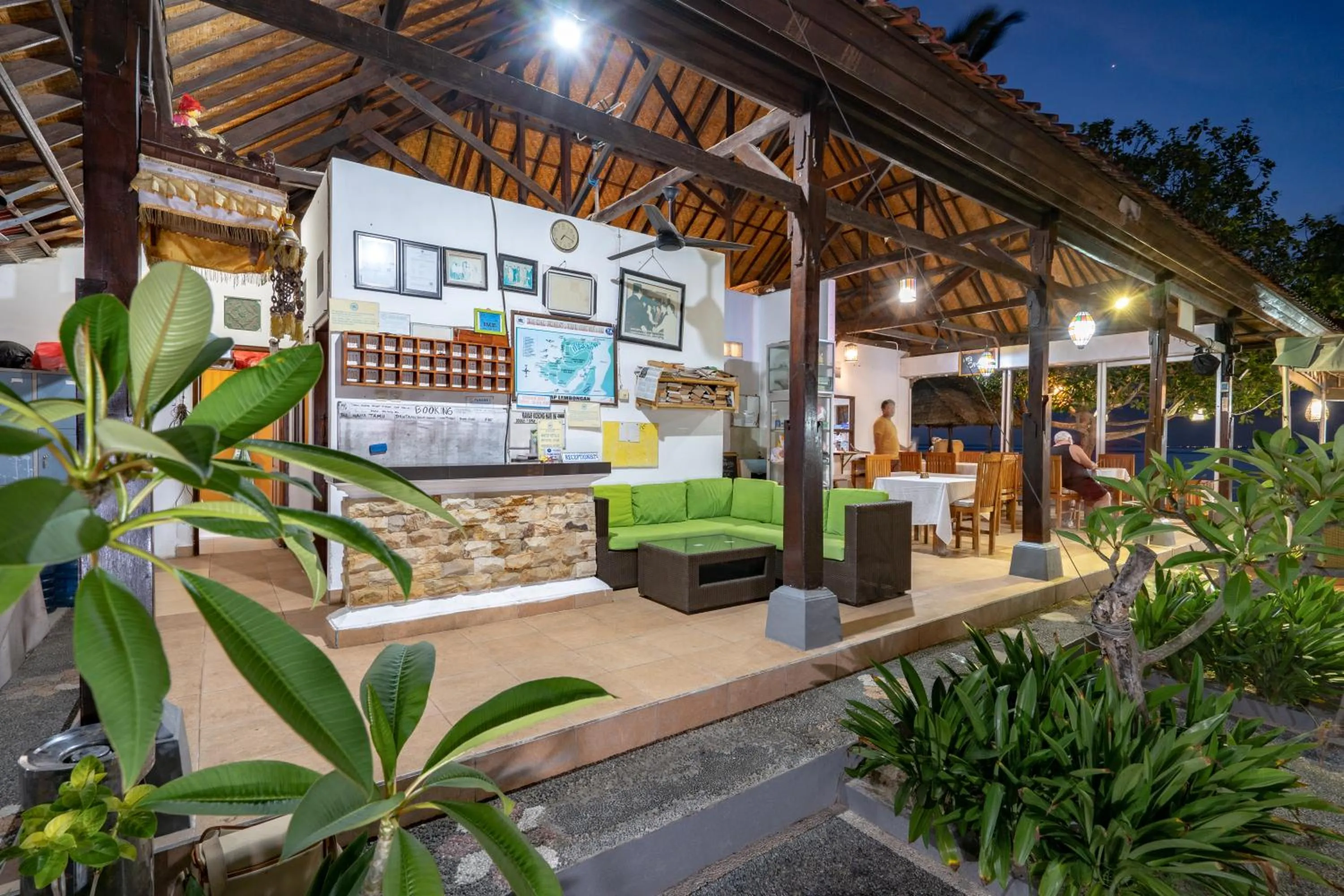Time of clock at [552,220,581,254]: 7:19
